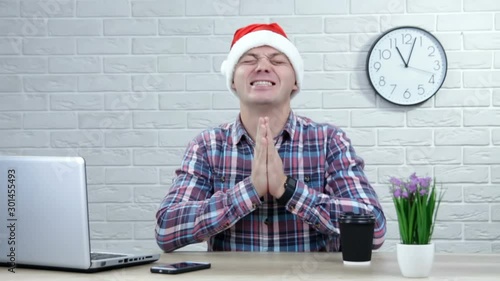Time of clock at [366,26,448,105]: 11:03
